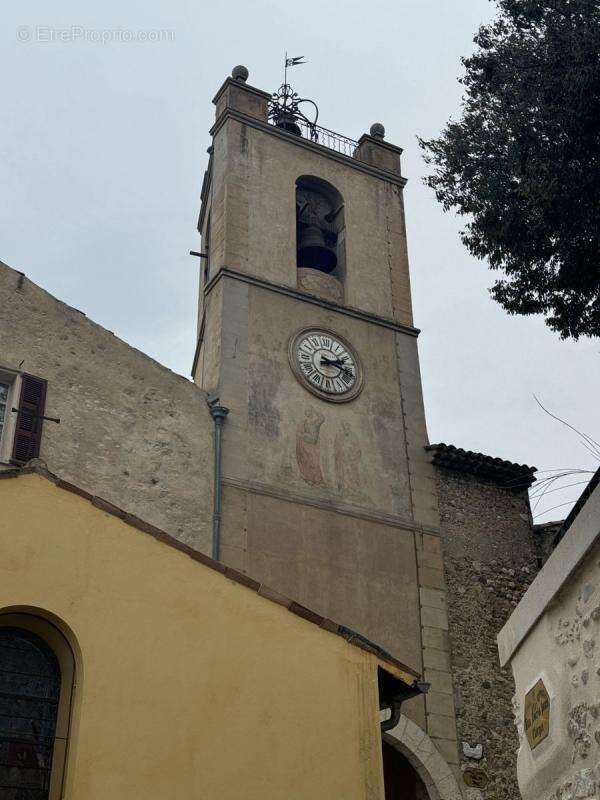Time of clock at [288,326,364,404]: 2:18
